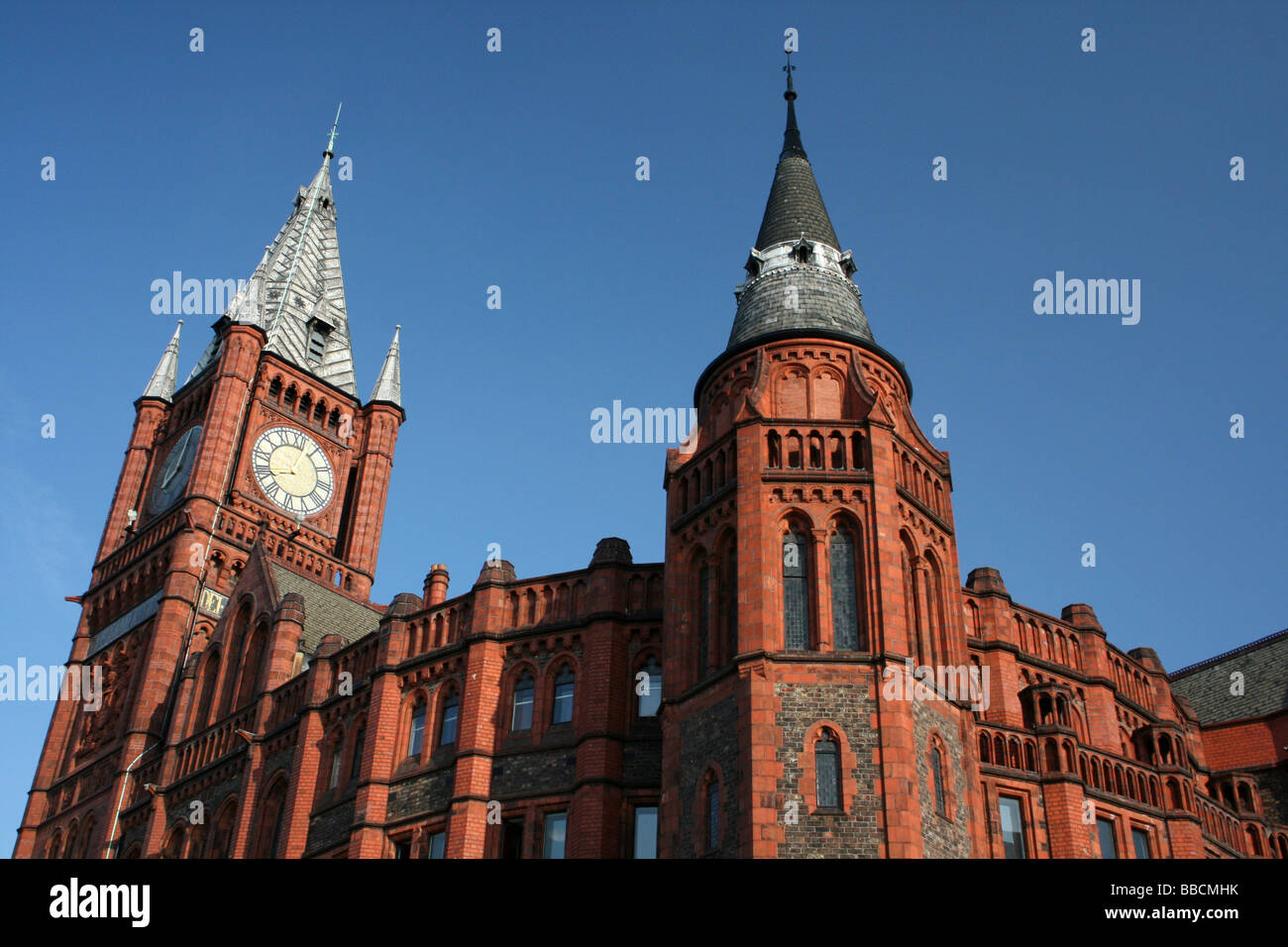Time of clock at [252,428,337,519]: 8:02
